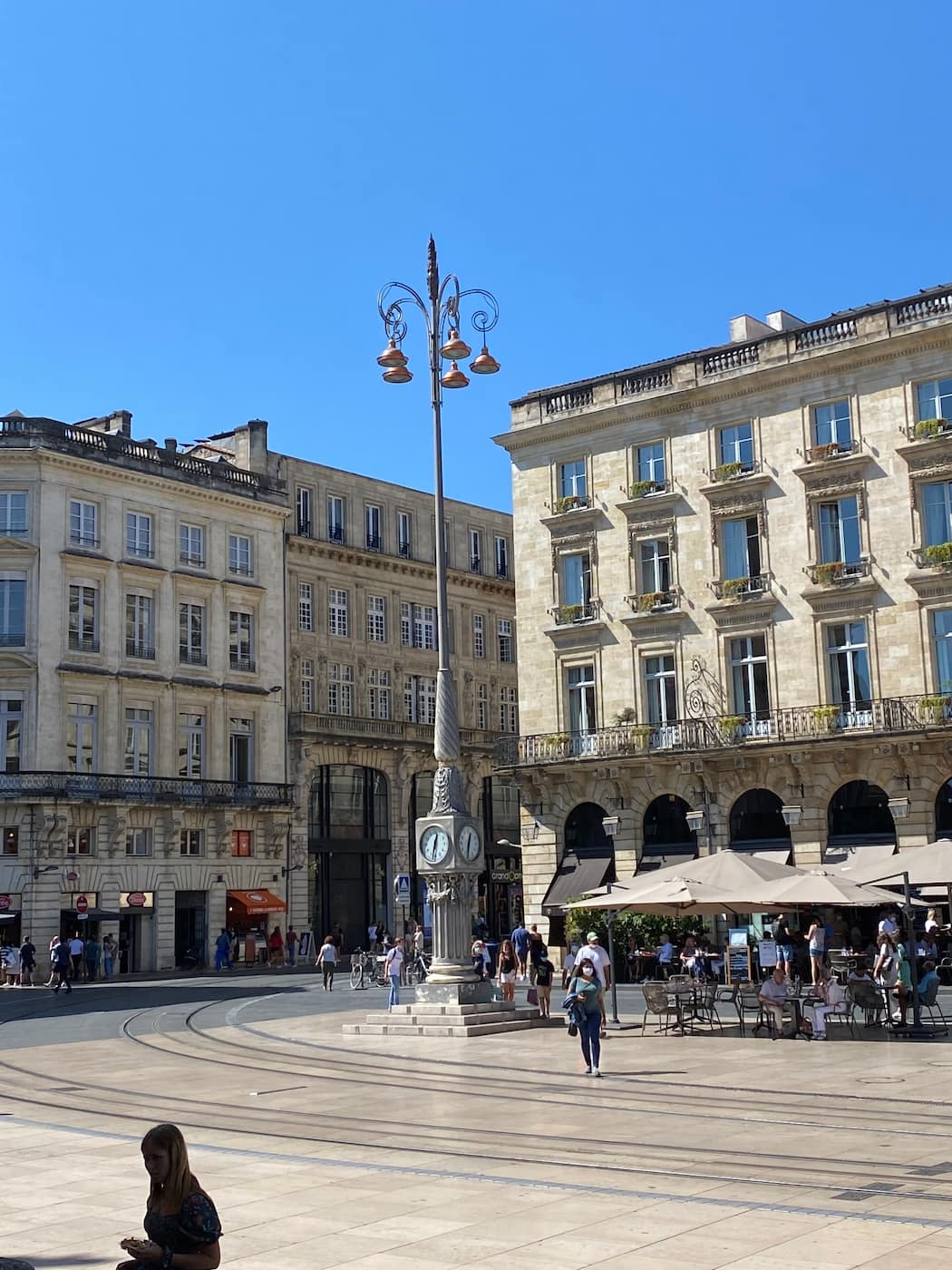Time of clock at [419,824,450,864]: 12:32
